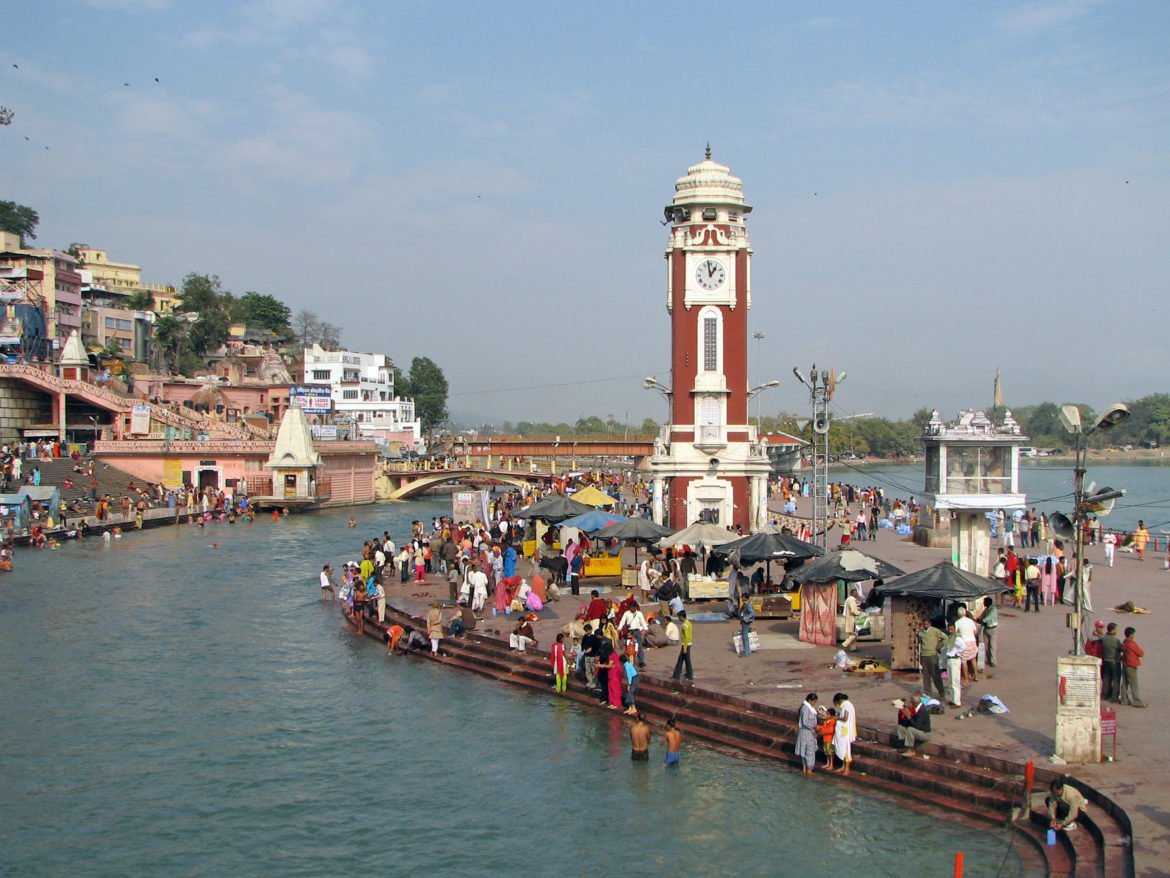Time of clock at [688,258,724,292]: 12:58
